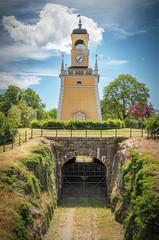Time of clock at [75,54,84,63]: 1:36
